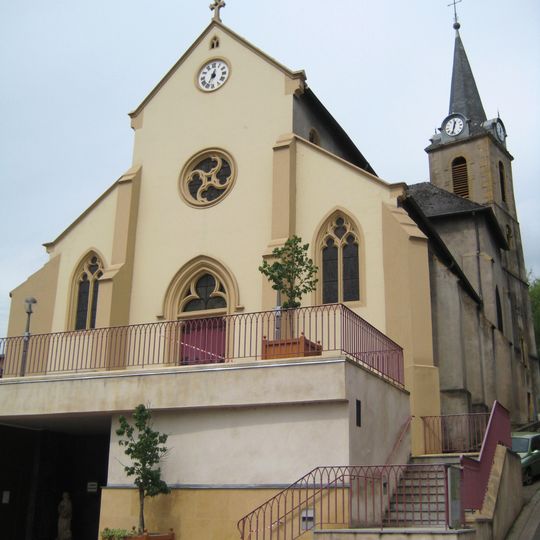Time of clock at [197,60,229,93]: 12:34
